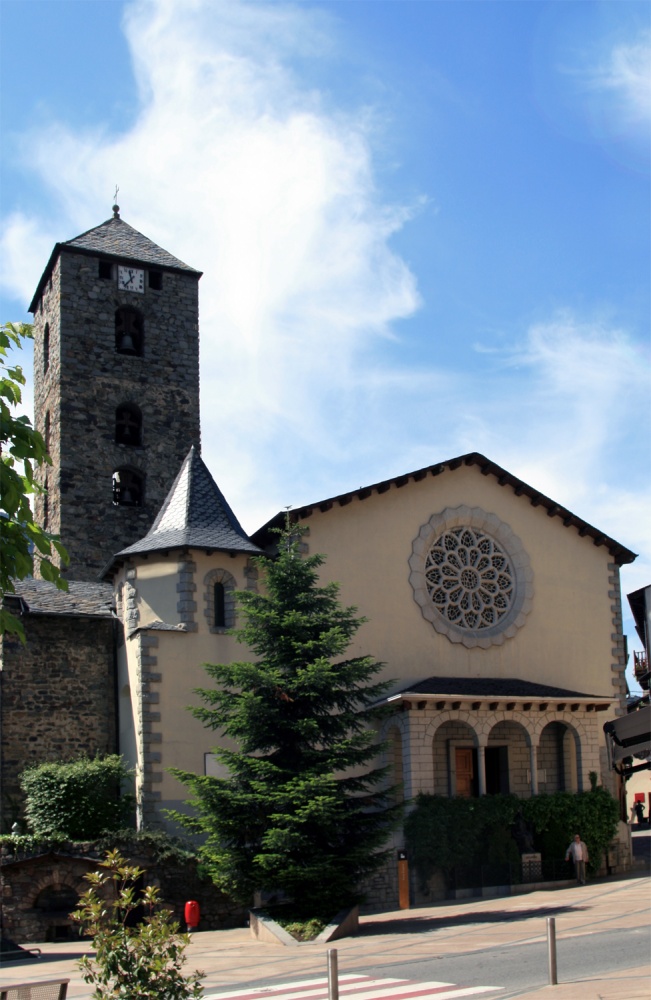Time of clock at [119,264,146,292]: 11:36
